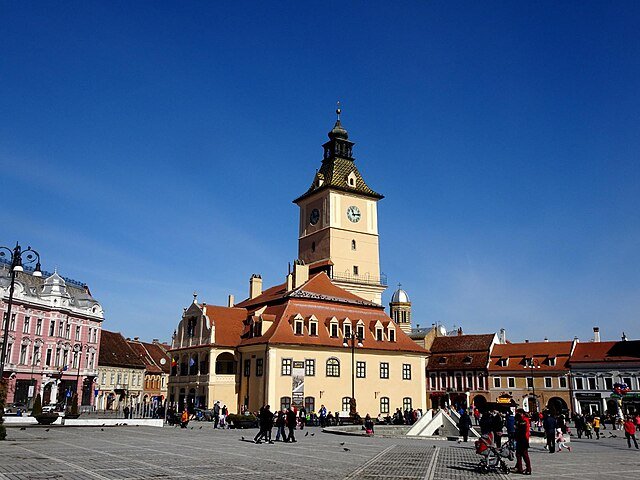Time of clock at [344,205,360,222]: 11:13
